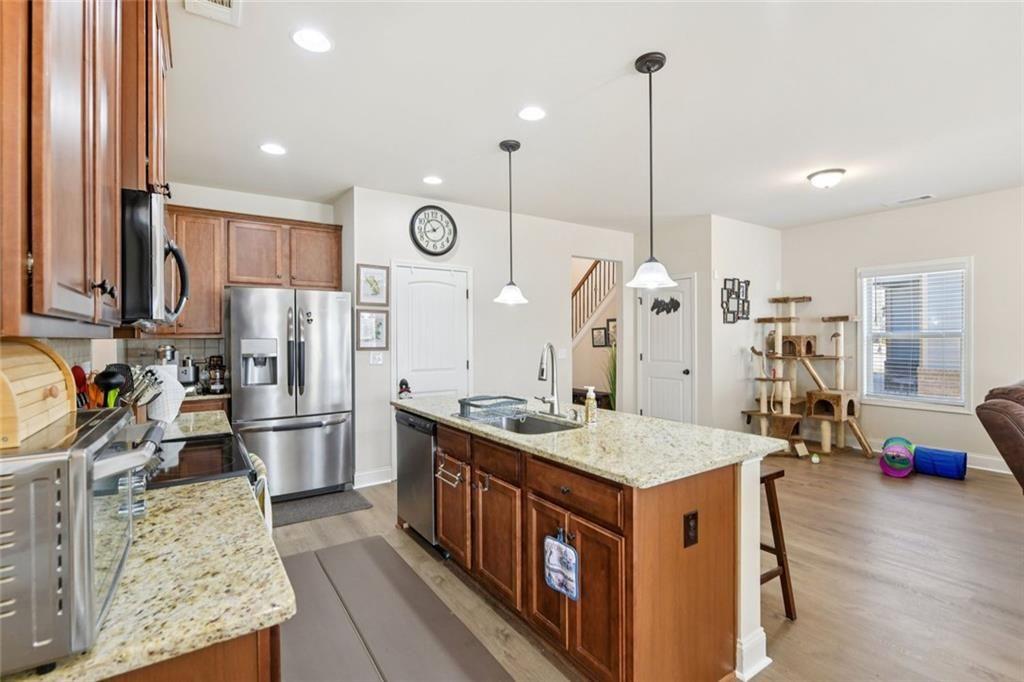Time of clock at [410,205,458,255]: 10:42
